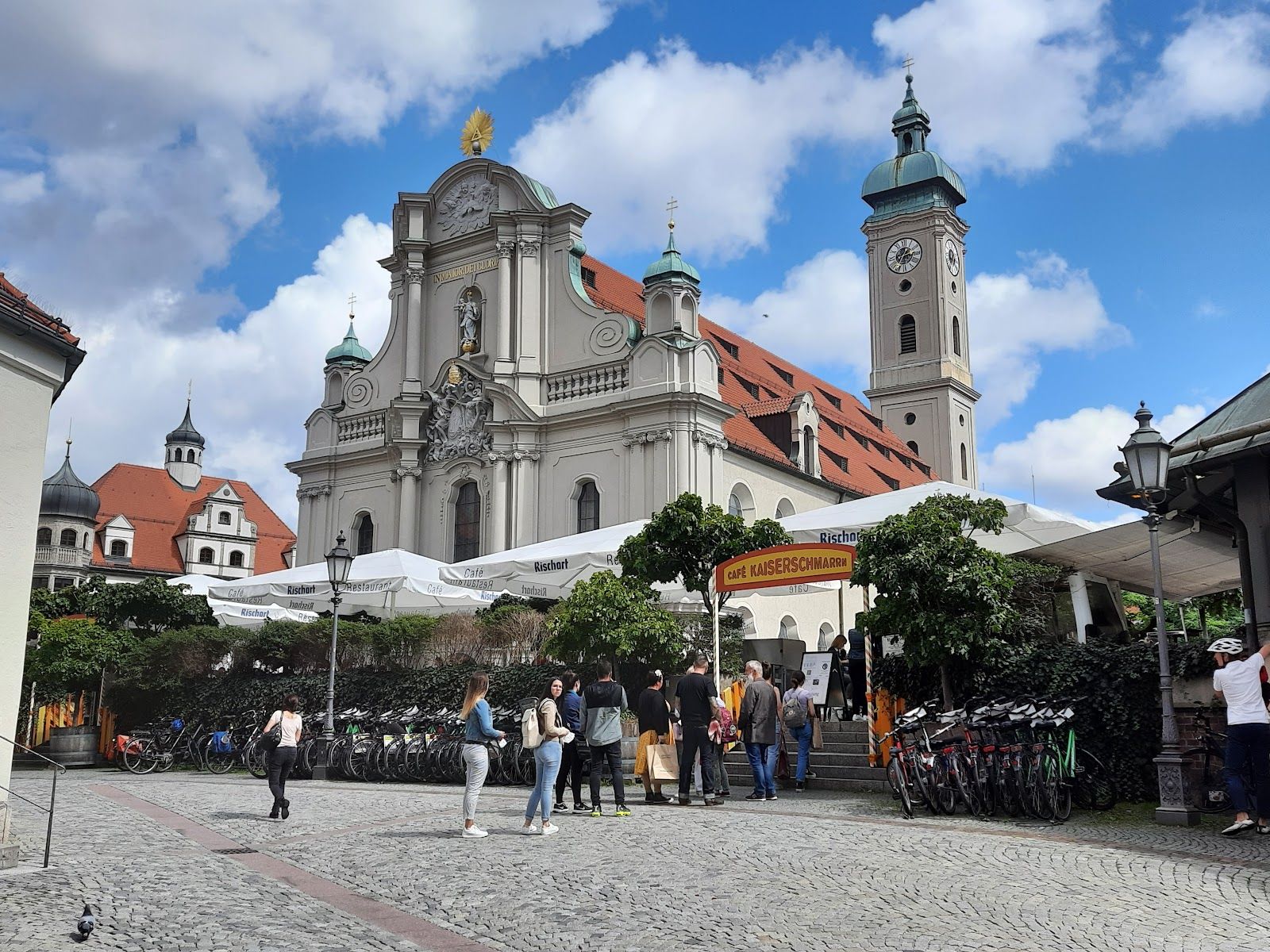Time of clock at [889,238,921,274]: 2:35
